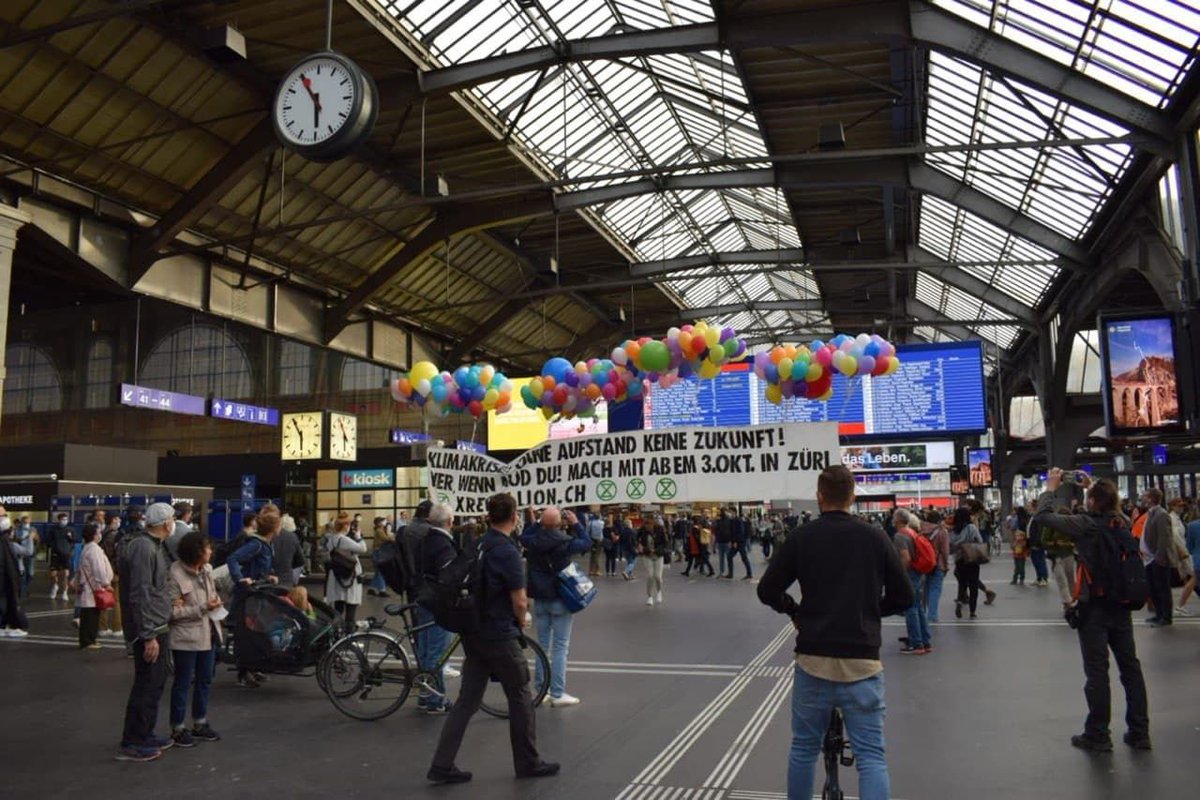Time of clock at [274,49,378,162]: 5:54
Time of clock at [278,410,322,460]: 5:54
